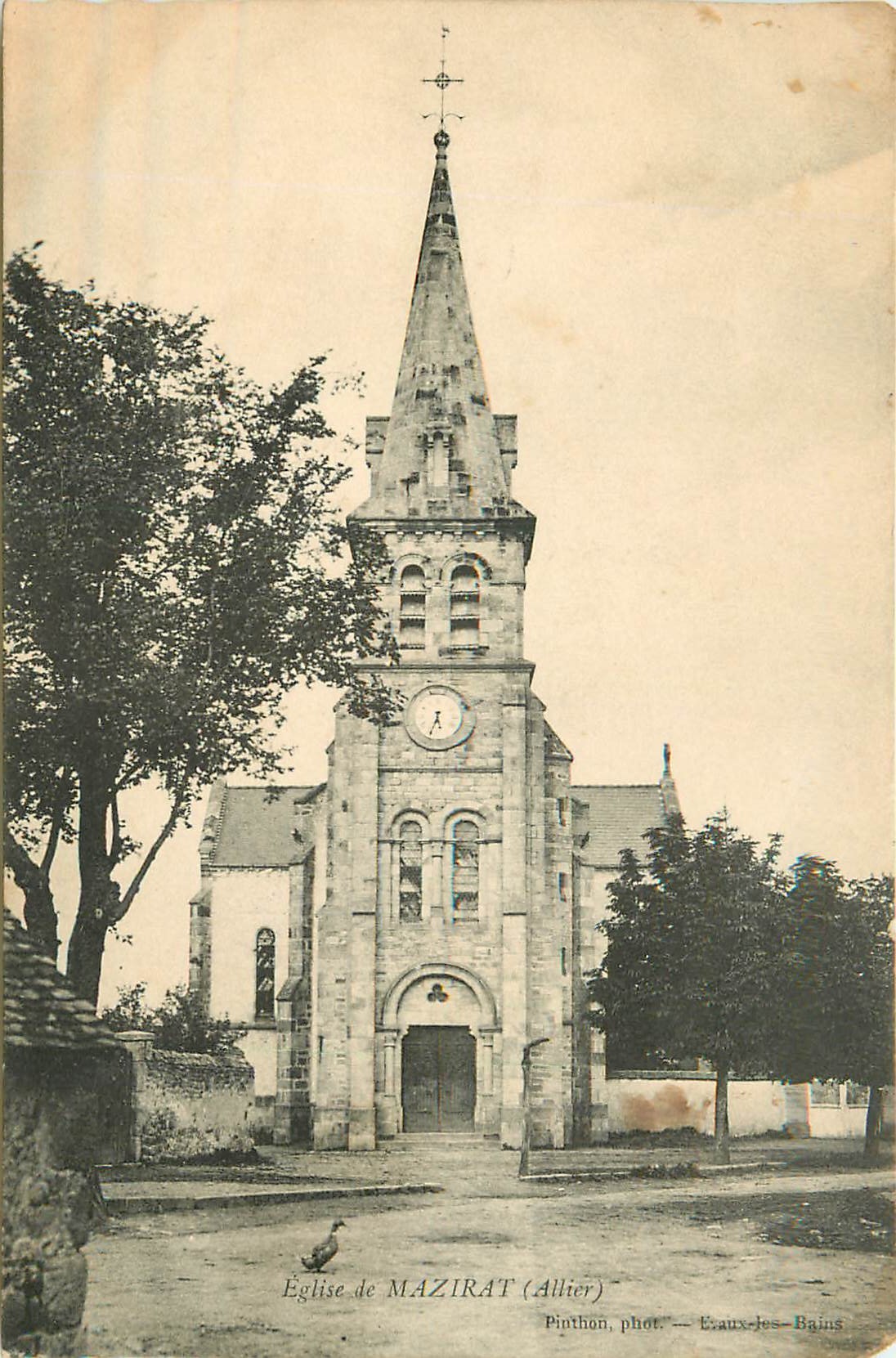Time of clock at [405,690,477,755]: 5:33
